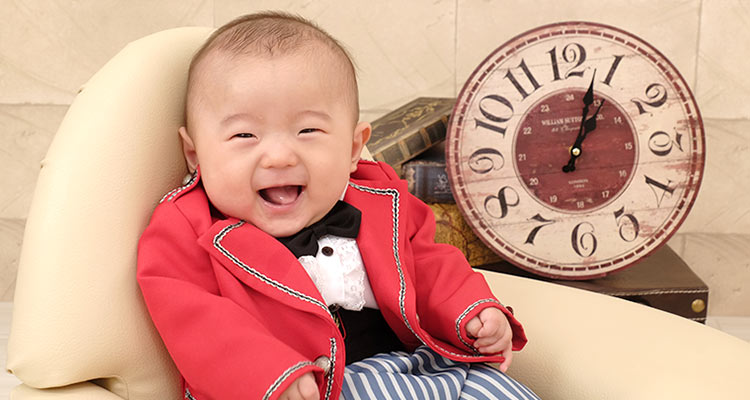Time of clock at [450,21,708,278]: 1:03
